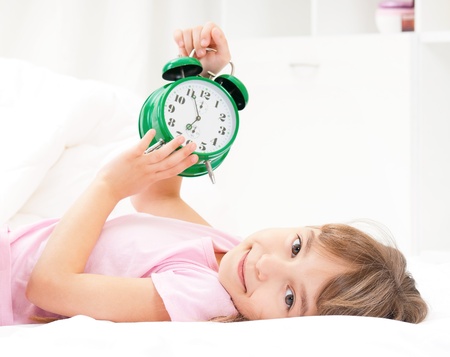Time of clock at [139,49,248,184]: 6:55
